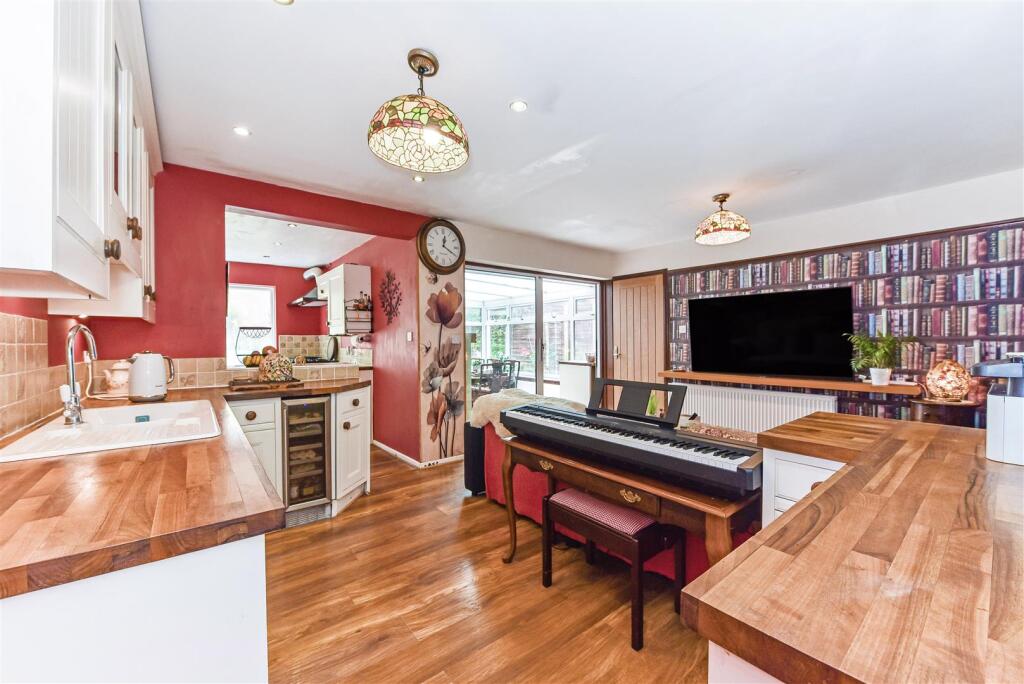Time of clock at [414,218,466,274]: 12:19
